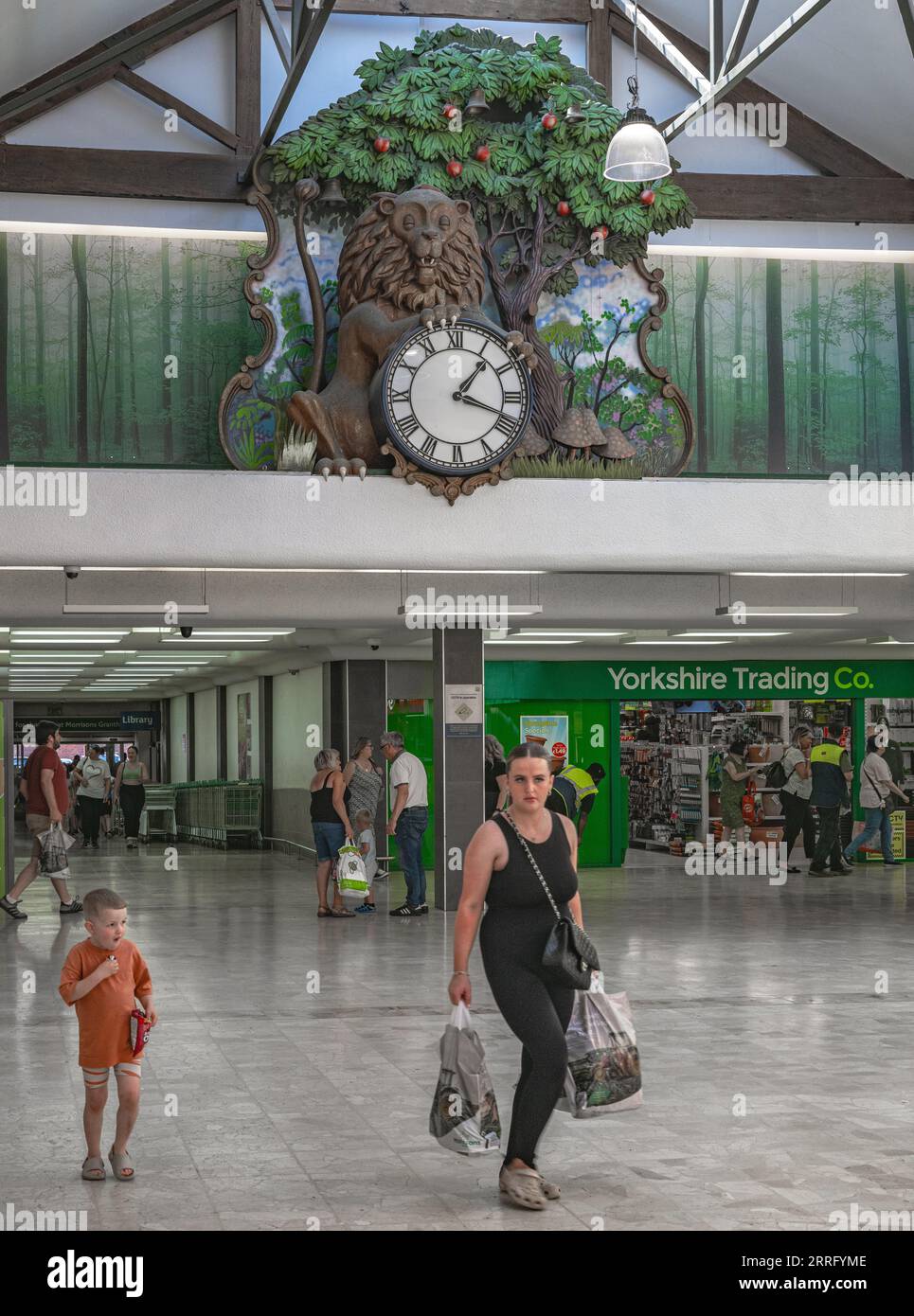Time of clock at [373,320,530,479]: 1:18
